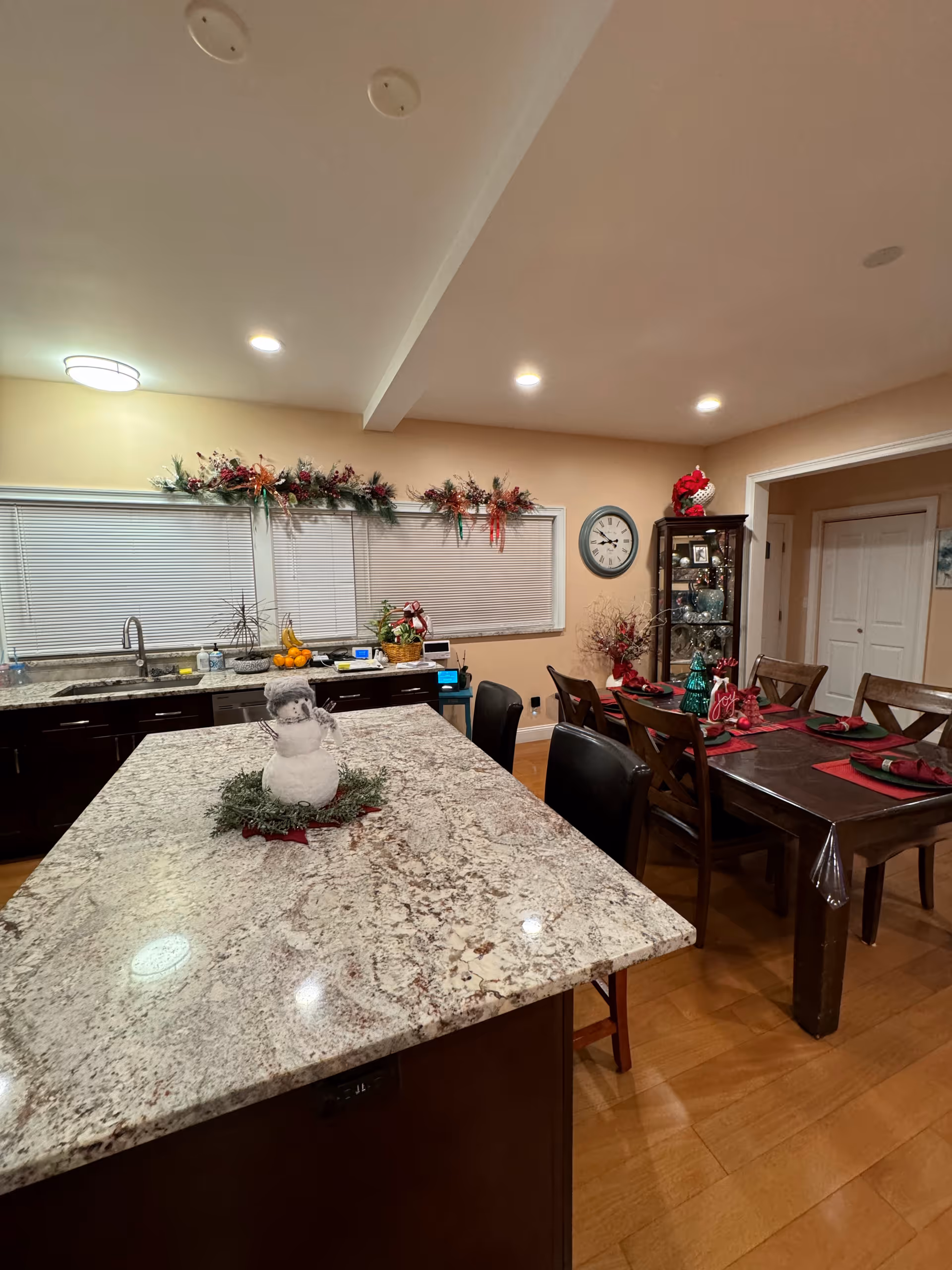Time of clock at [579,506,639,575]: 8:51
